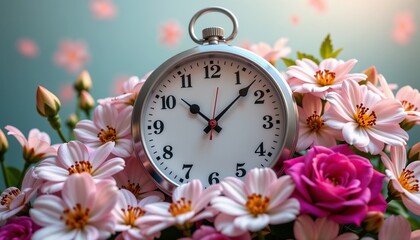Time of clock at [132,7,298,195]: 10:07
